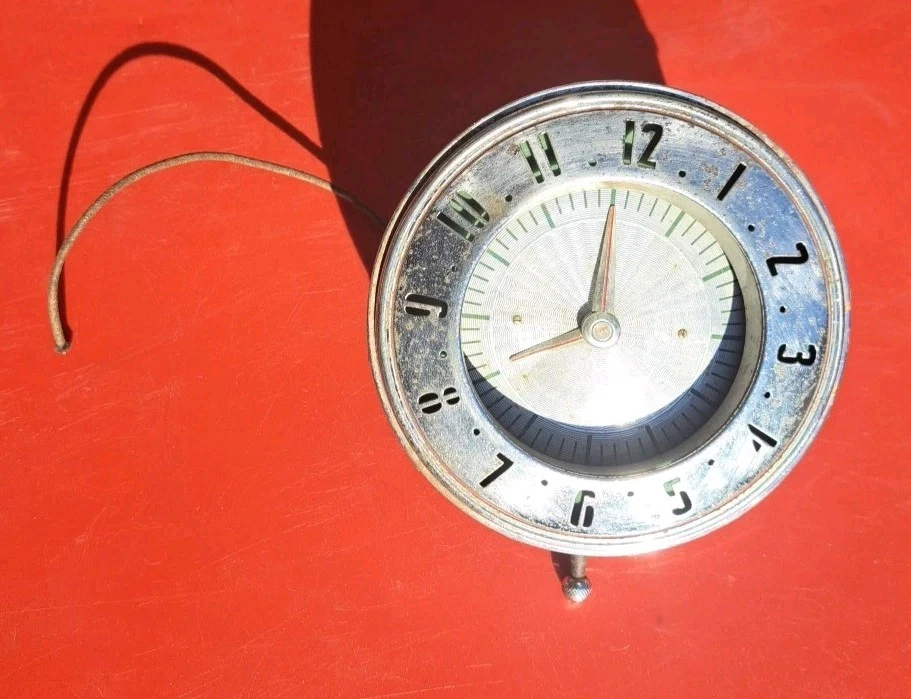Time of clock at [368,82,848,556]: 7:59
